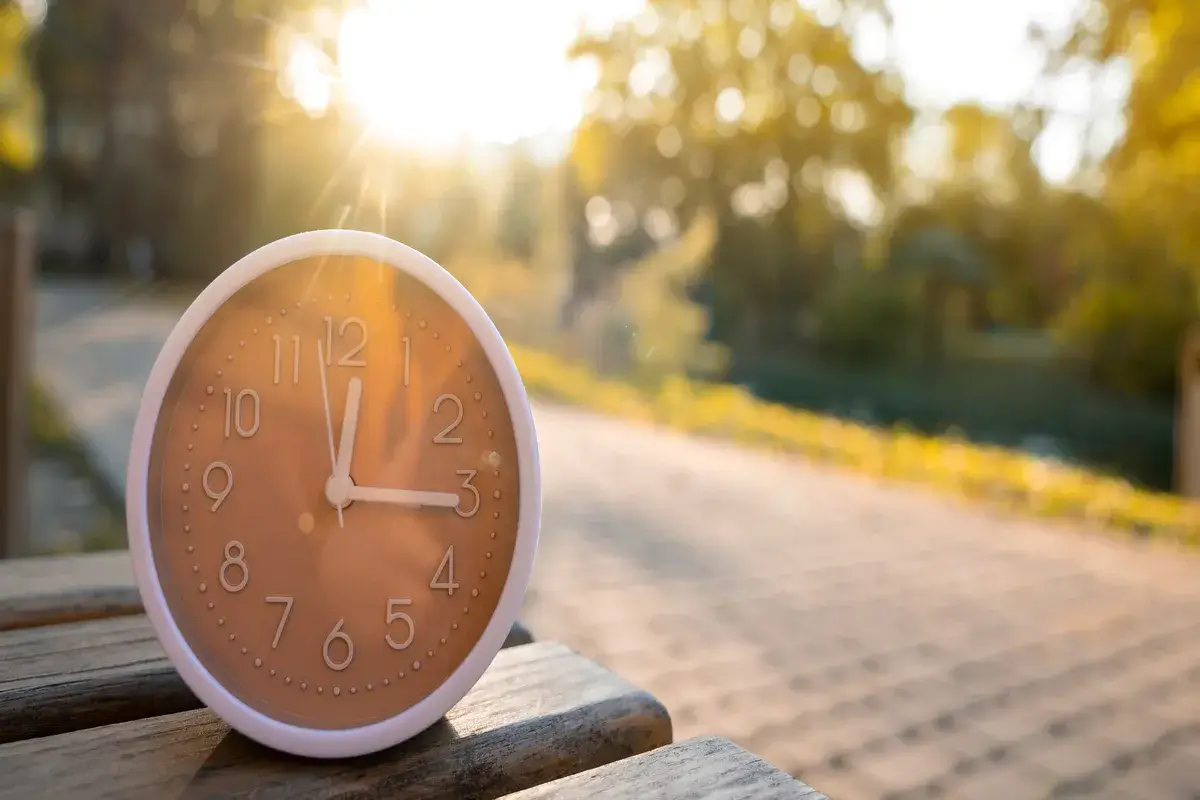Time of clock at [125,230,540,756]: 12:15
